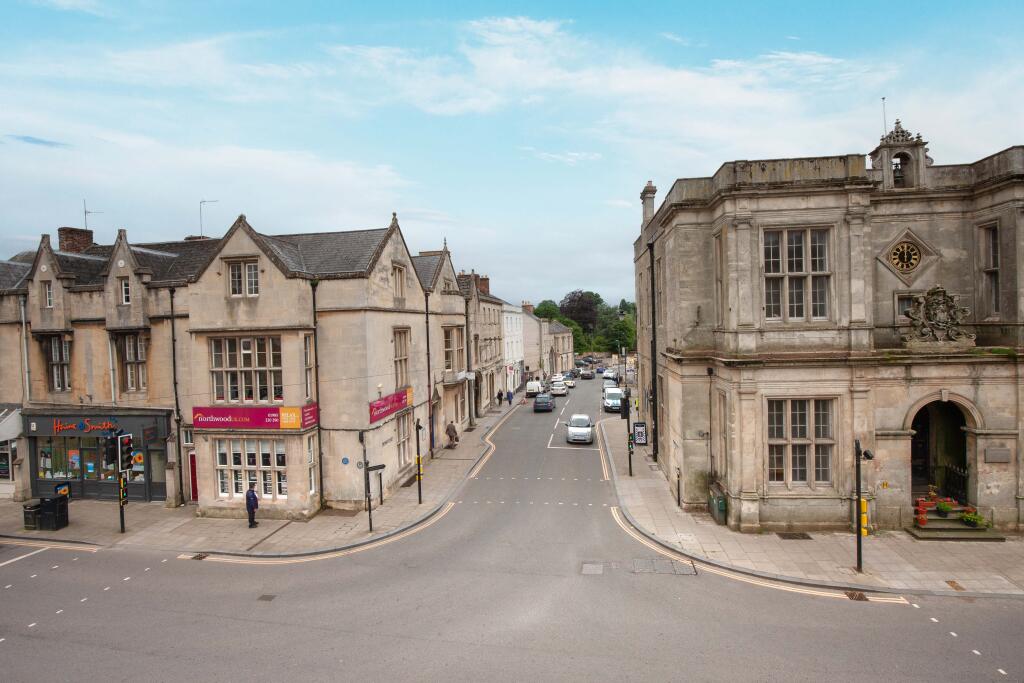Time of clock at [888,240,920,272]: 11:59
